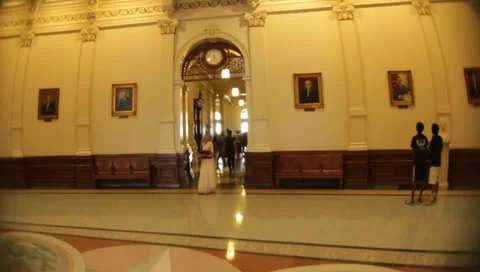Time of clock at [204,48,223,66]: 11:37
